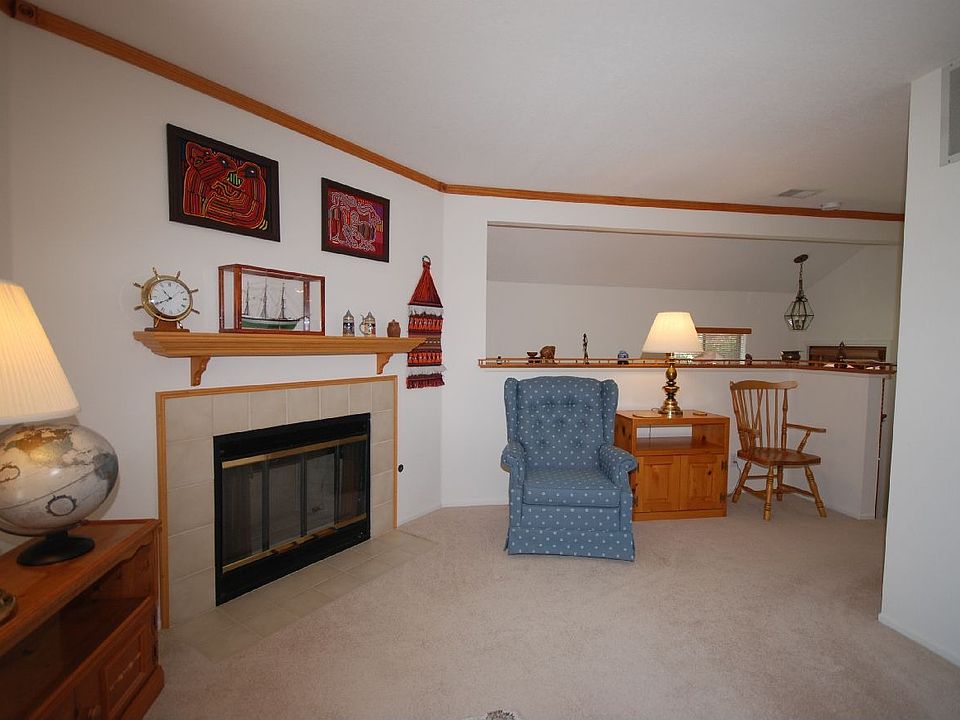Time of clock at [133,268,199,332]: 10:40
